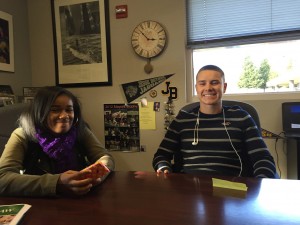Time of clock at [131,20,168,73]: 2:52
